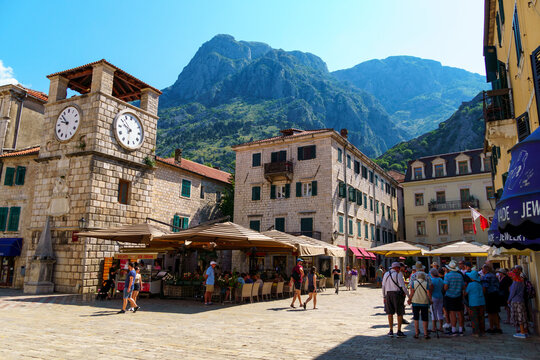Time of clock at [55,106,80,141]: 9:52
